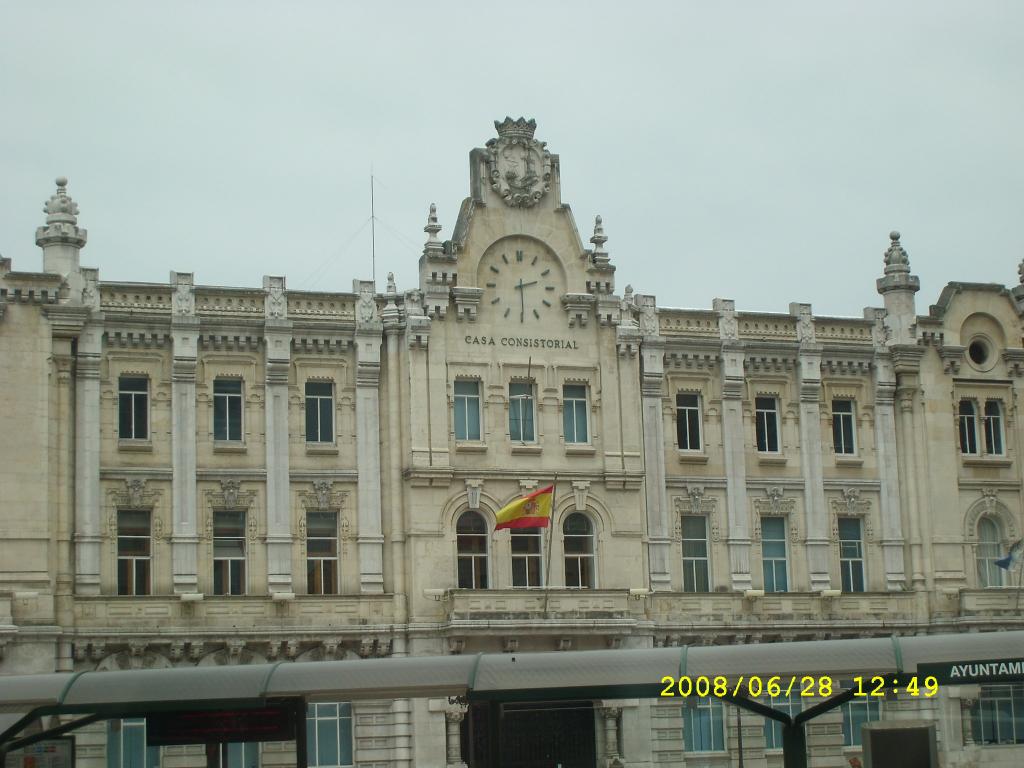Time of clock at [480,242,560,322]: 2:29
